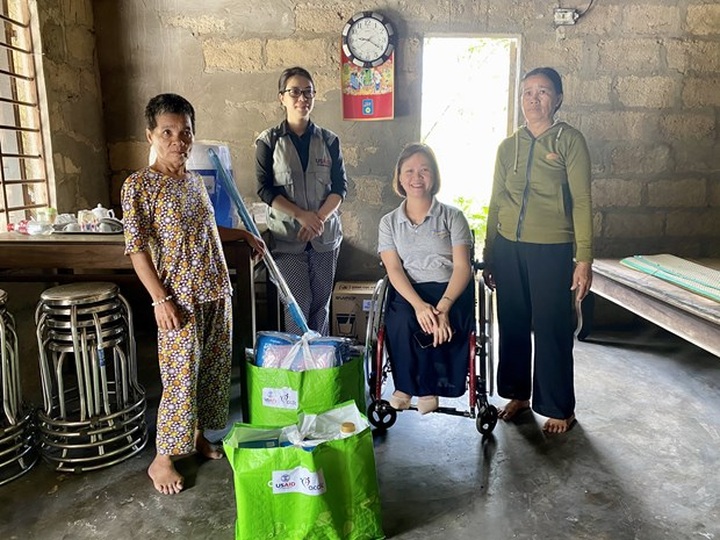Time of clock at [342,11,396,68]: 9:20
